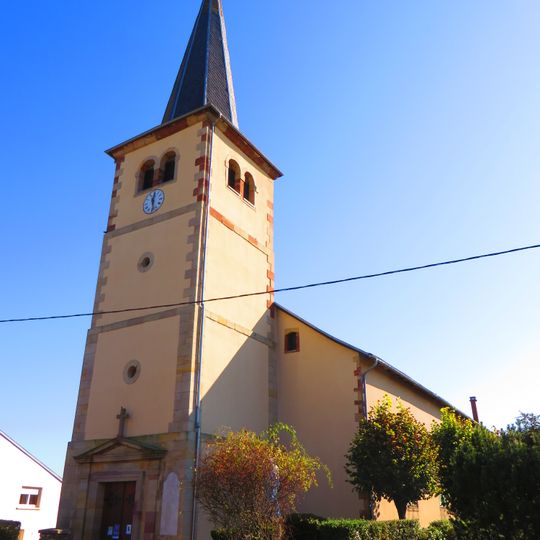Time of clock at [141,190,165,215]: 12:28
